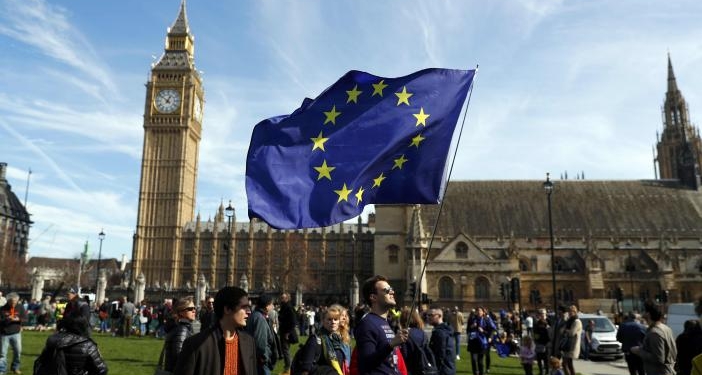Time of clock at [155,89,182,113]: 12:51
